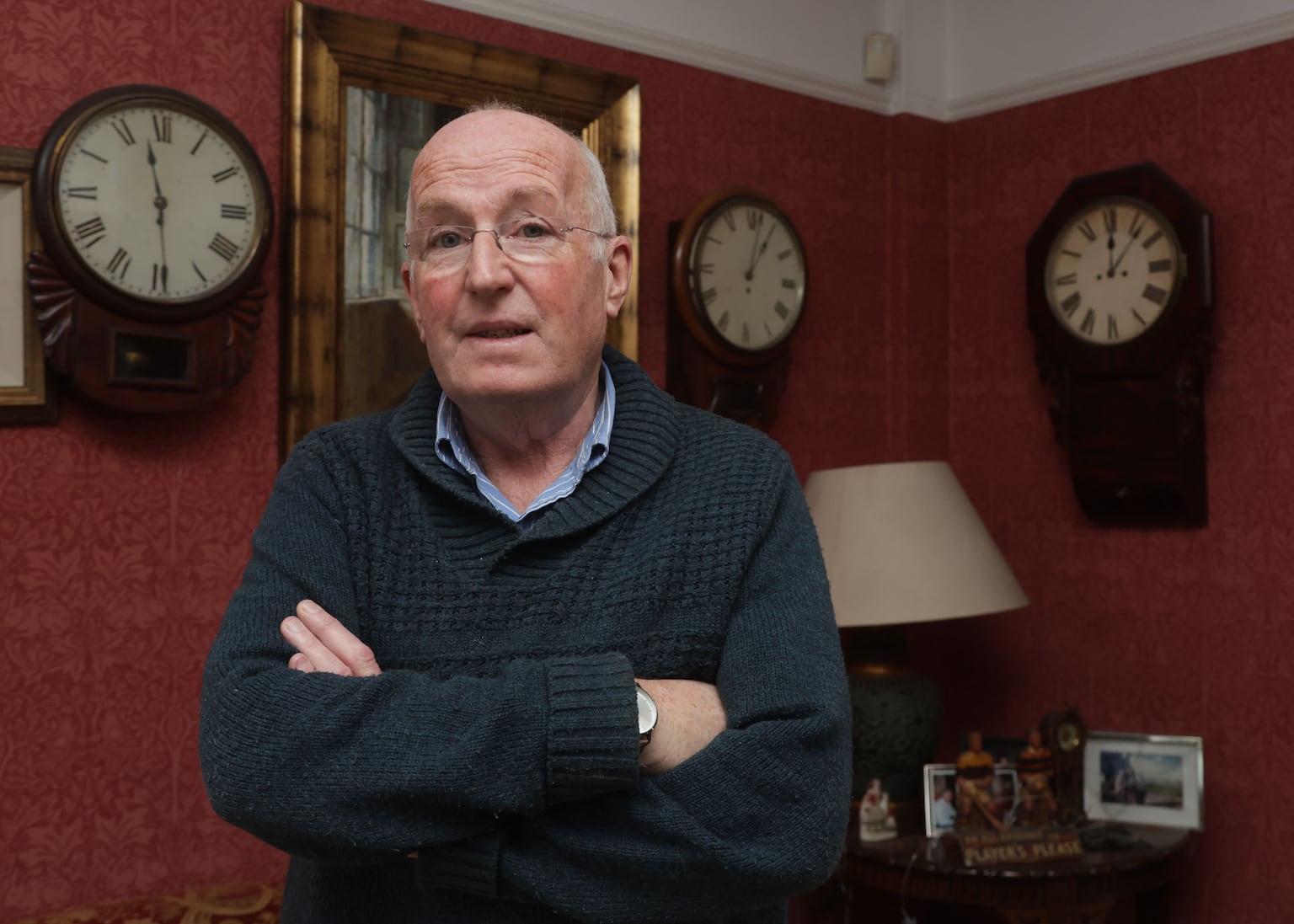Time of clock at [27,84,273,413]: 11:29
